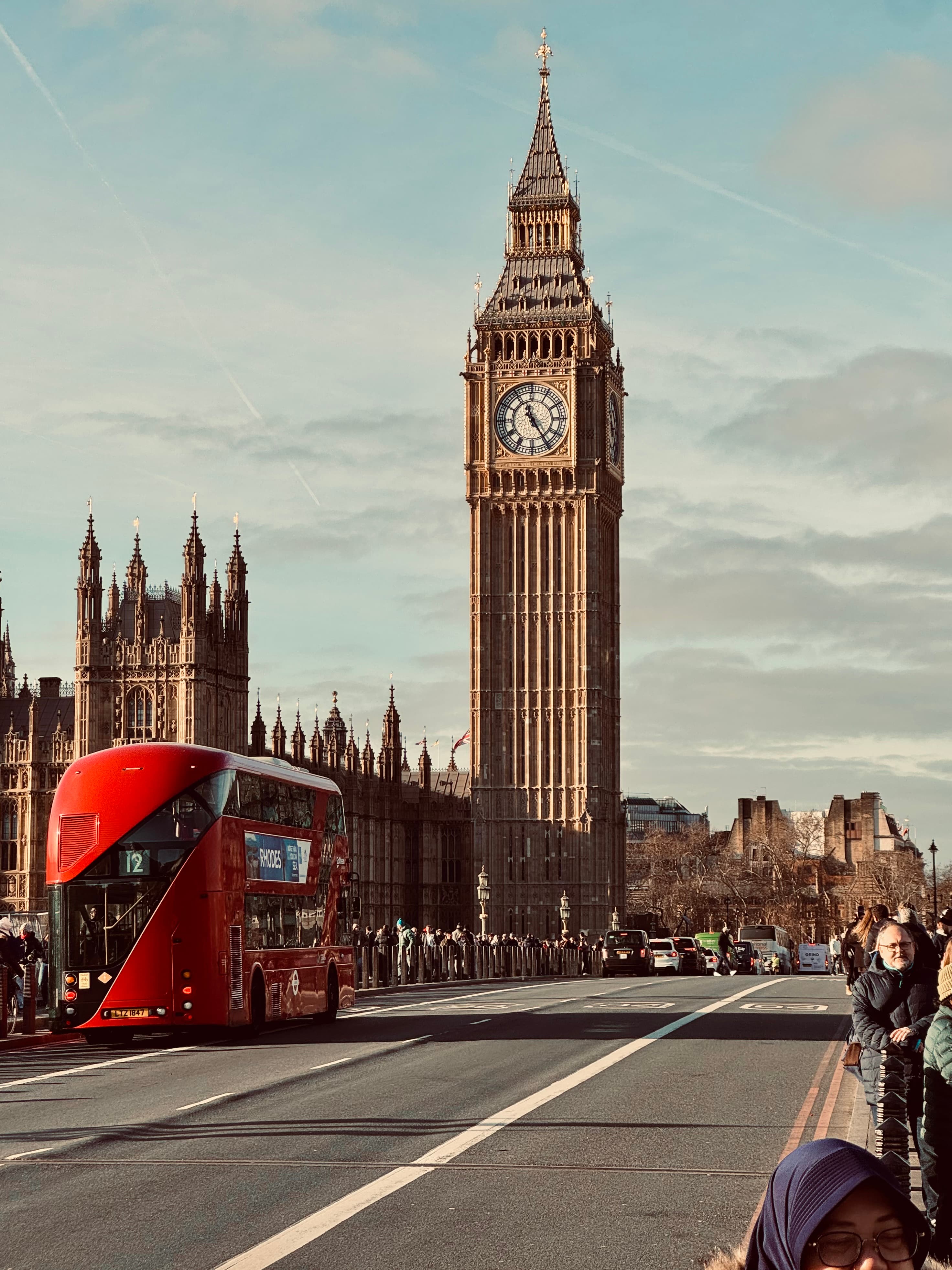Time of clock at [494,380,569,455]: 11:24
